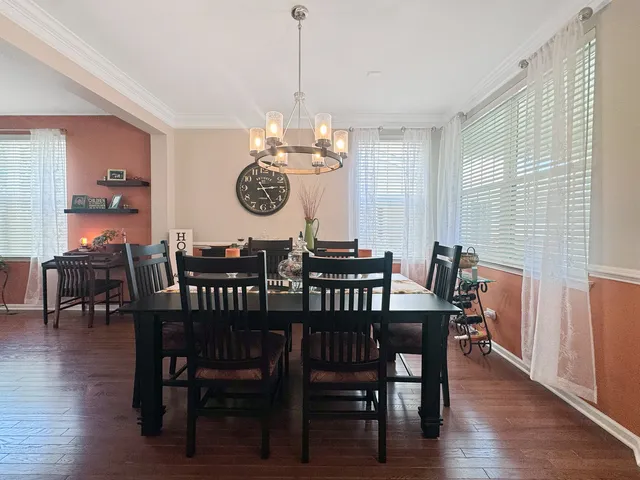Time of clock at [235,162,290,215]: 2:24
